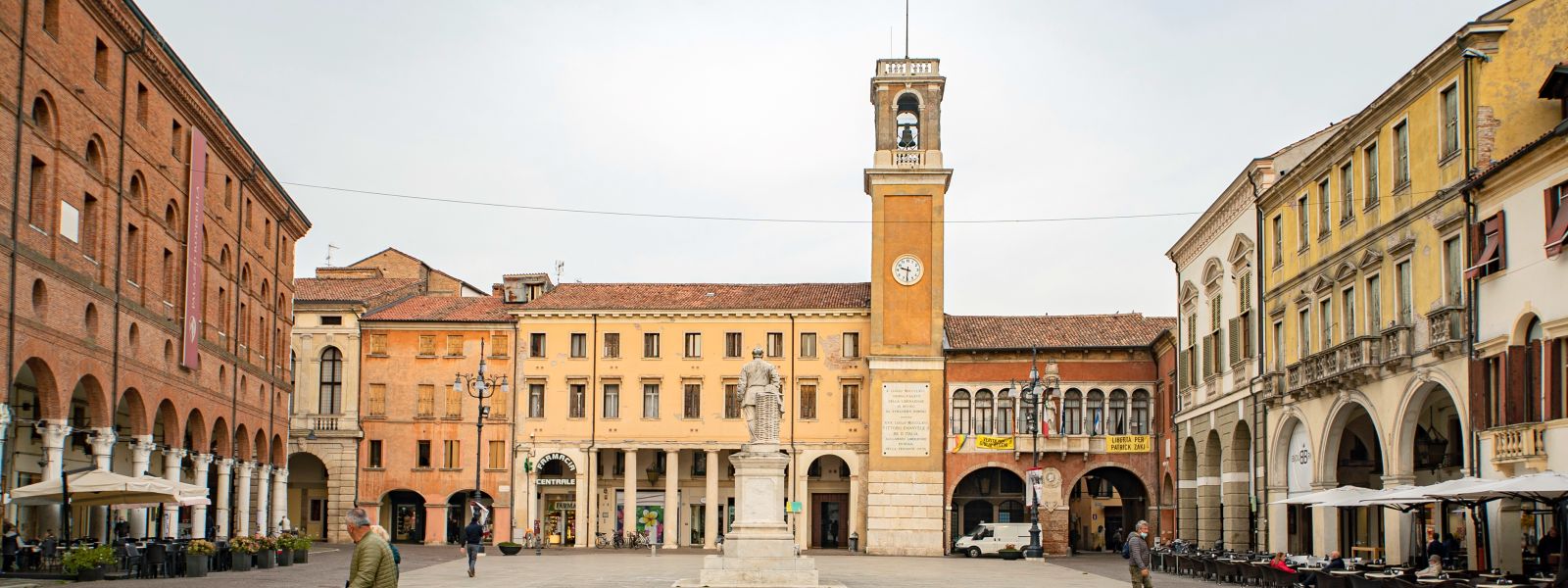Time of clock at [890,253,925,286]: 9:31
